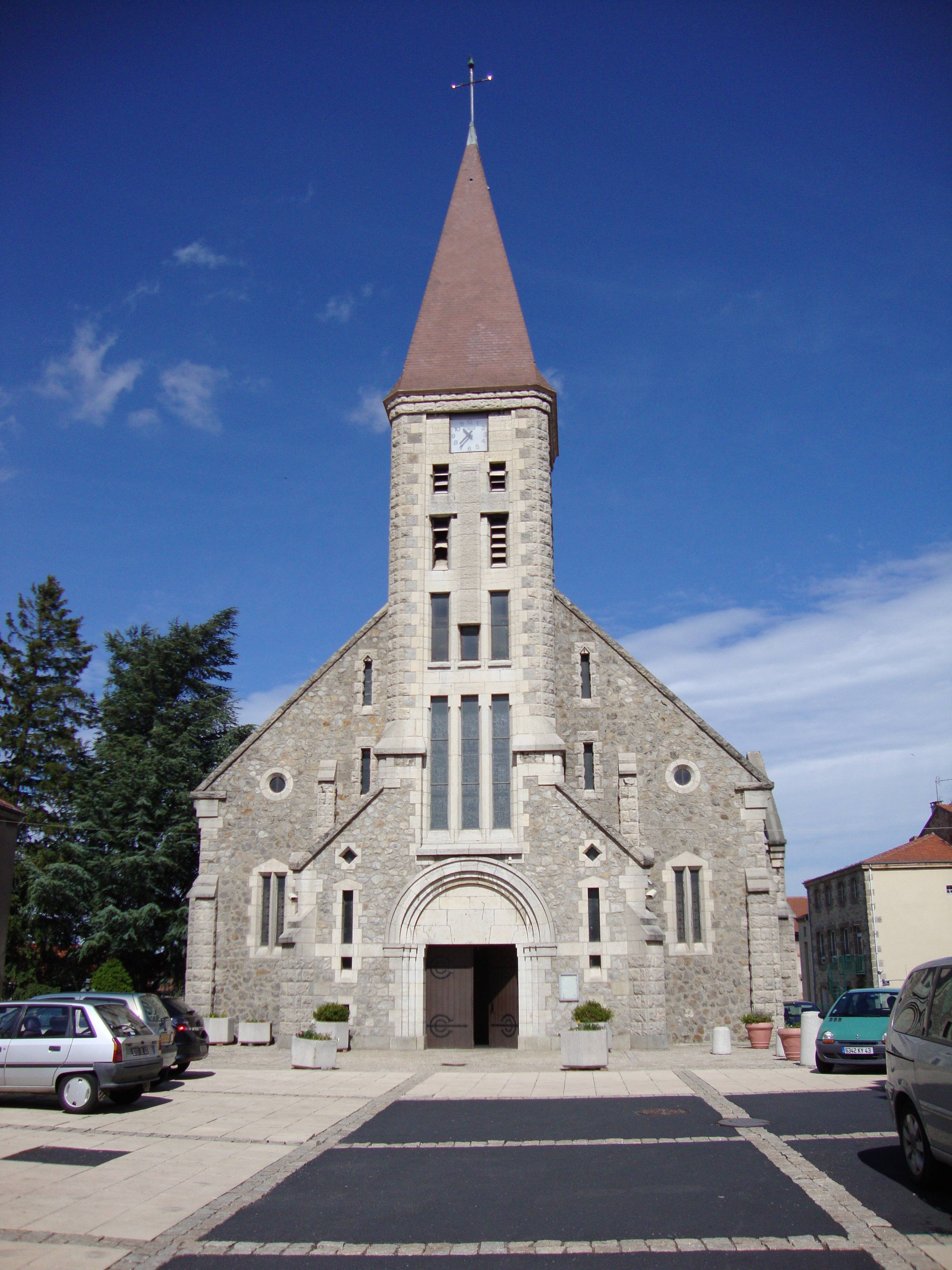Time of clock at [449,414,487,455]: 10:37
